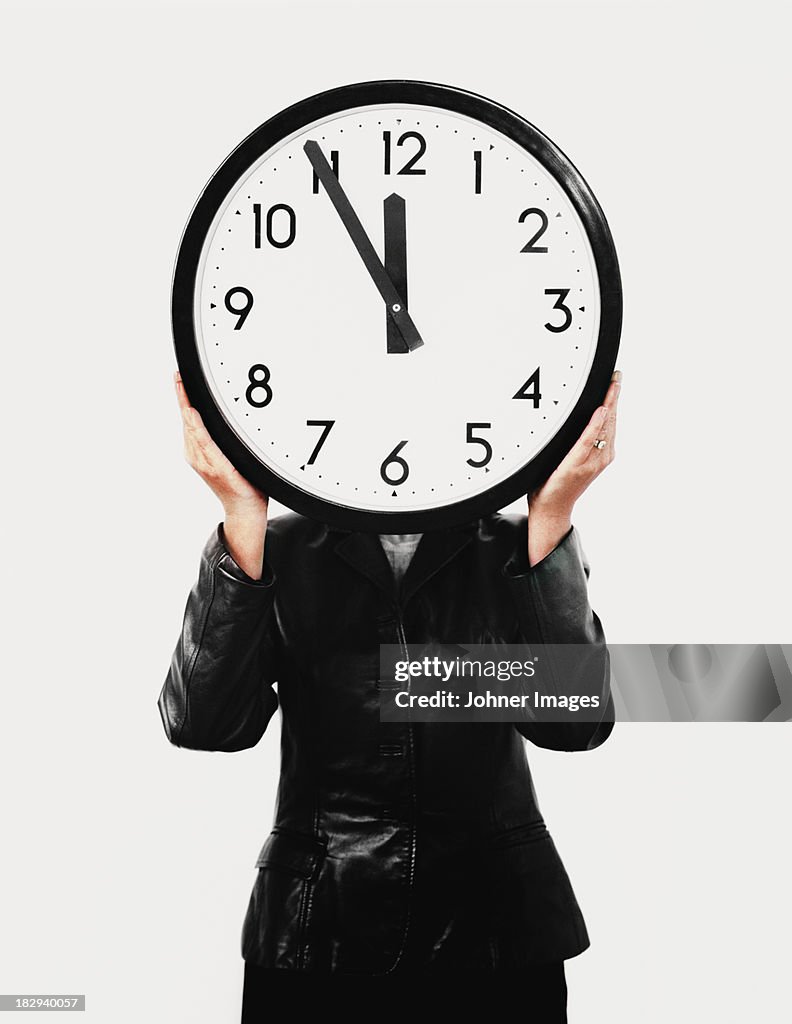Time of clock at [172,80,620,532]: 11:54
